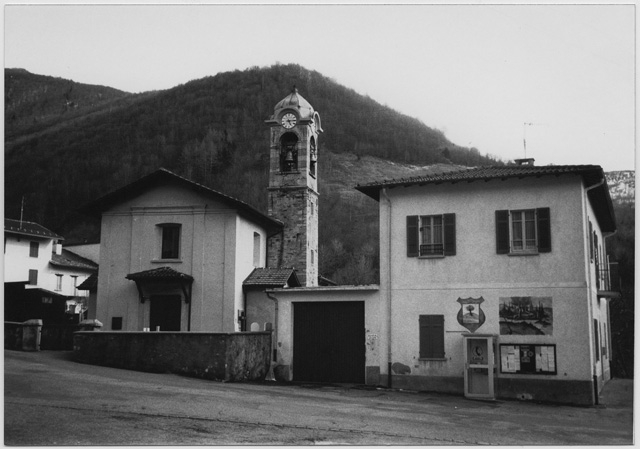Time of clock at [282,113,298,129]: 5:14
